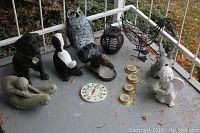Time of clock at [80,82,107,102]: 12:03
